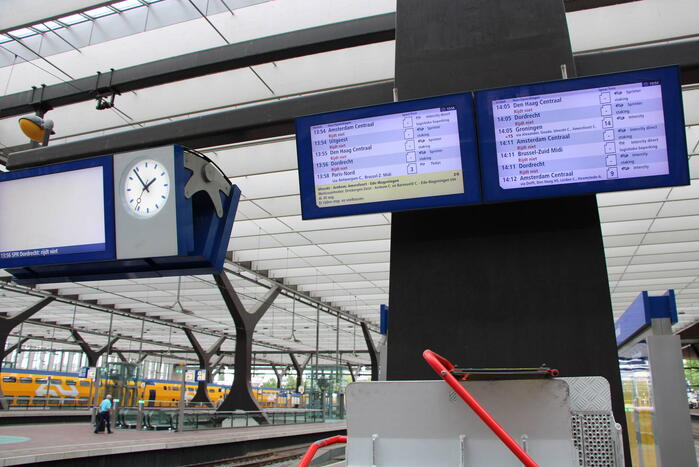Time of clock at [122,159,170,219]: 1:53
